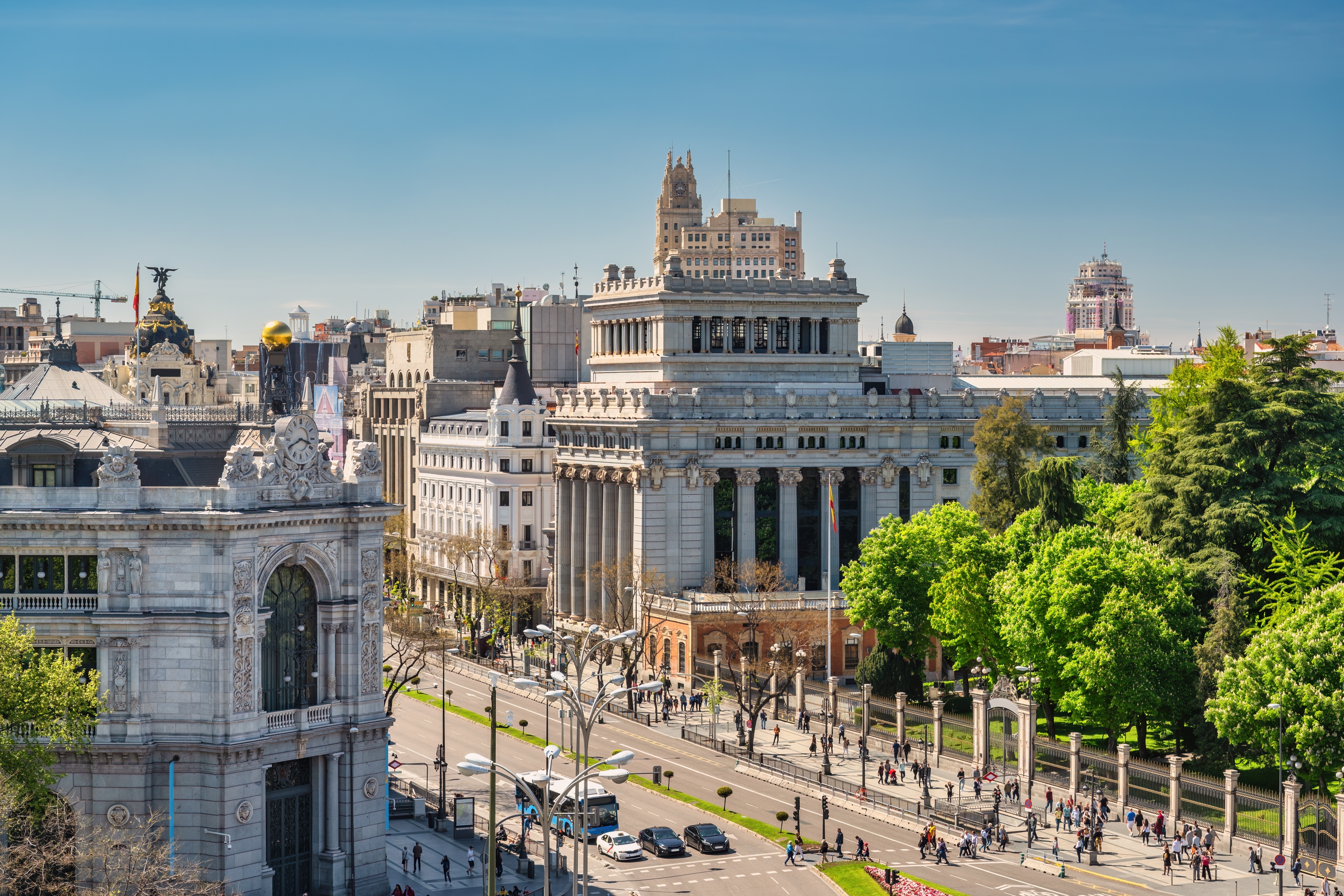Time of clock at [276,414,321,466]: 3:40
